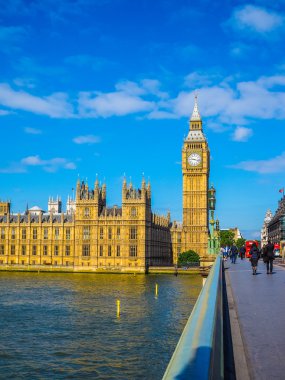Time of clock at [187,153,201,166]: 9:17
